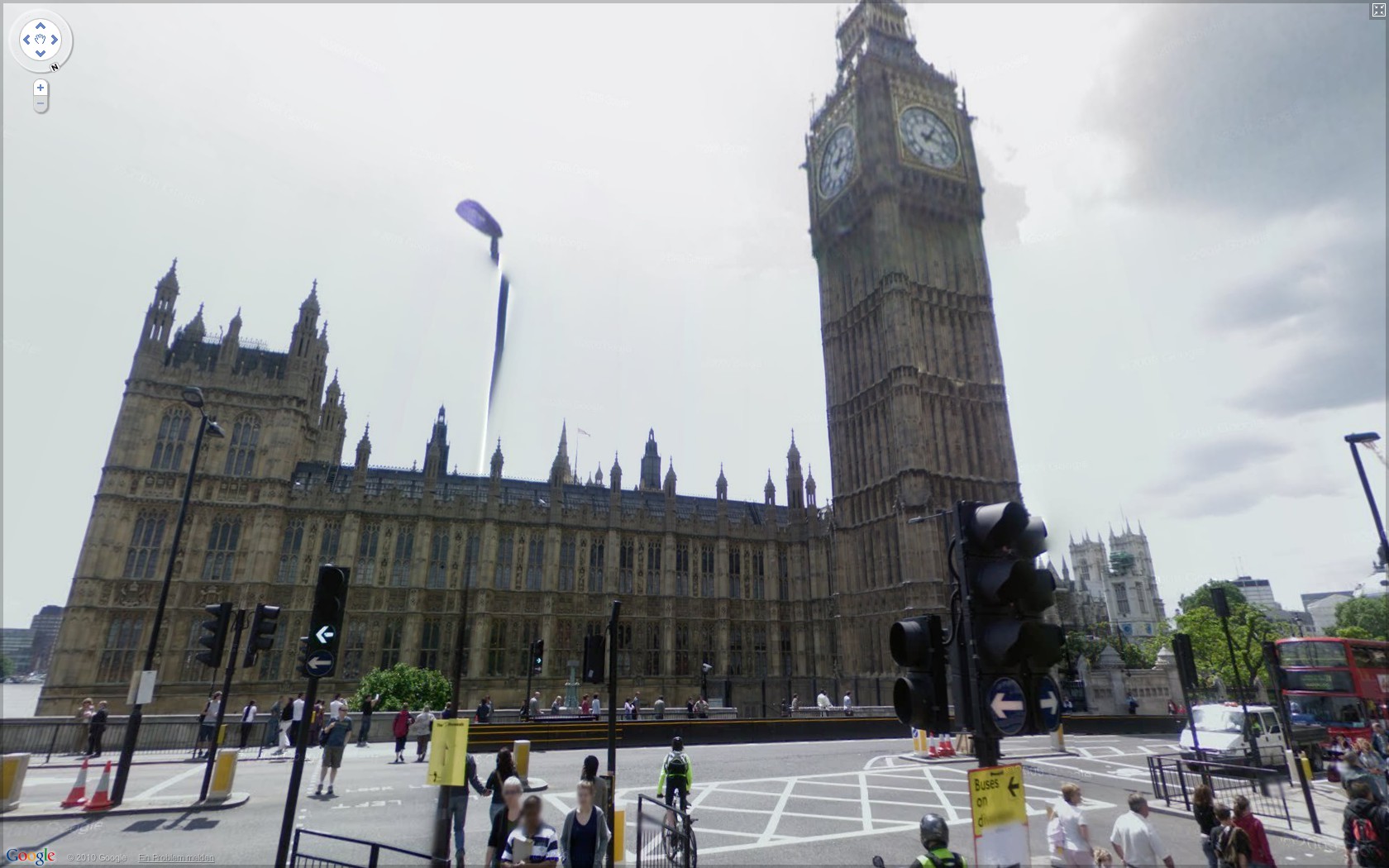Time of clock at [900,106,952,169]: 1:17
